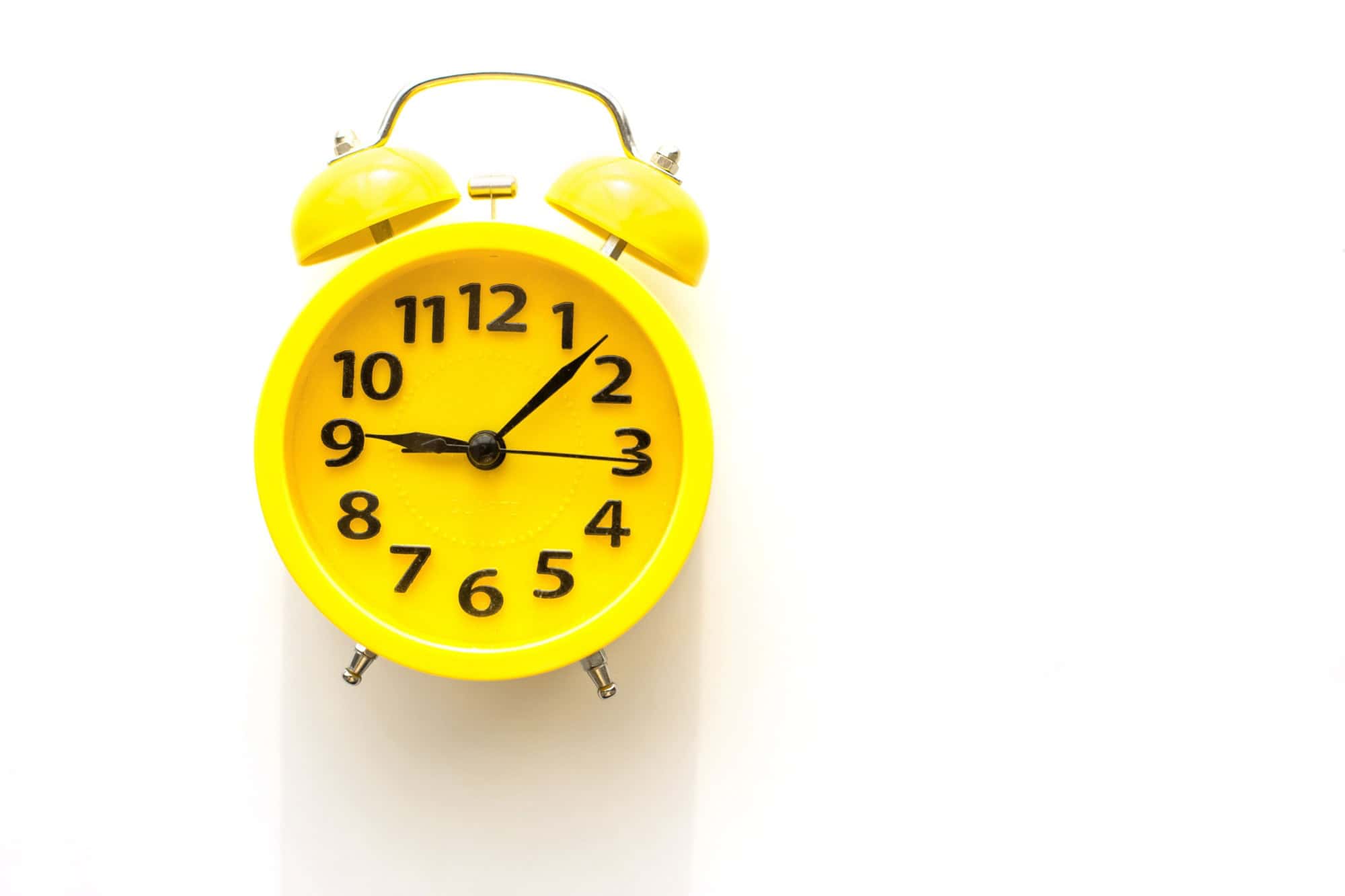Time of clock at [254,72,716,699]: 9:07
